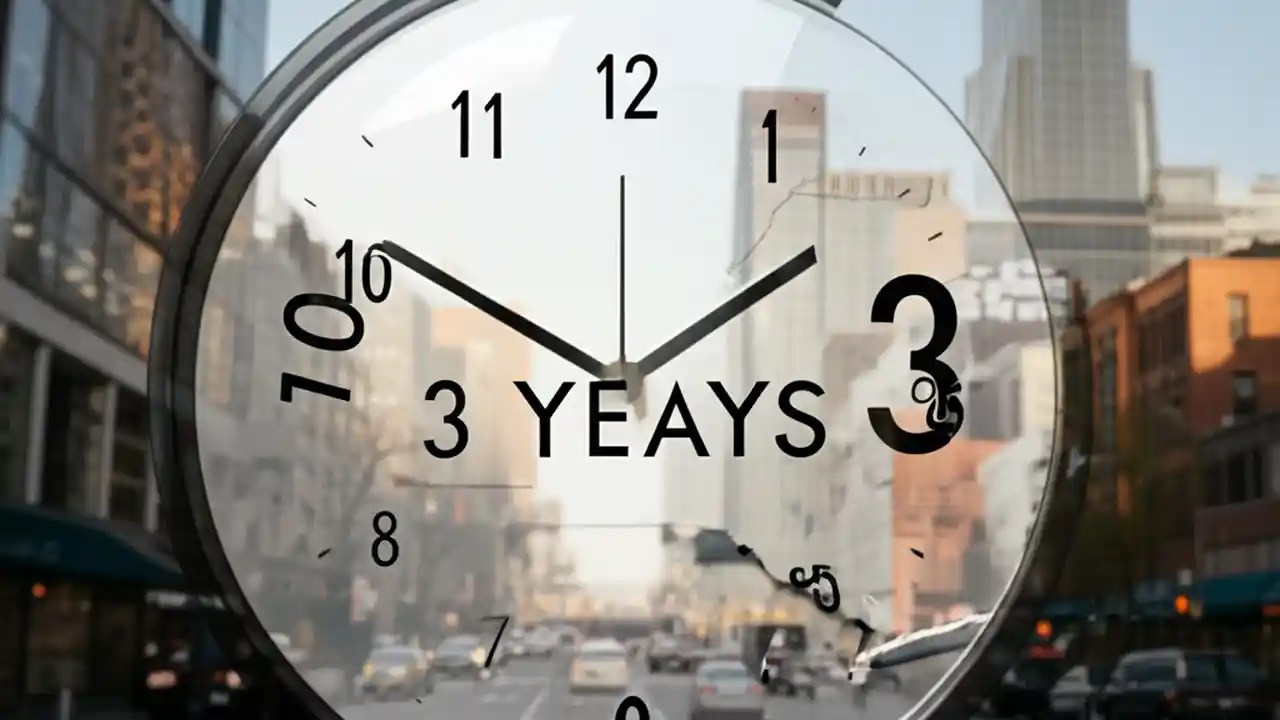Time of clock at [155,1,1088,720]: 1:50
